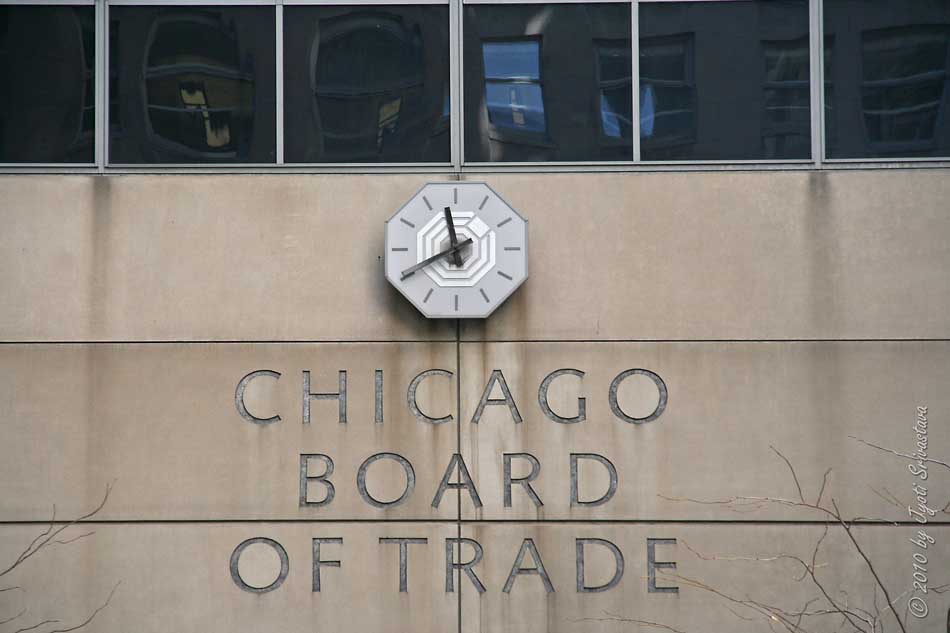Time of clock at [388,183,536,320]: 11:40
